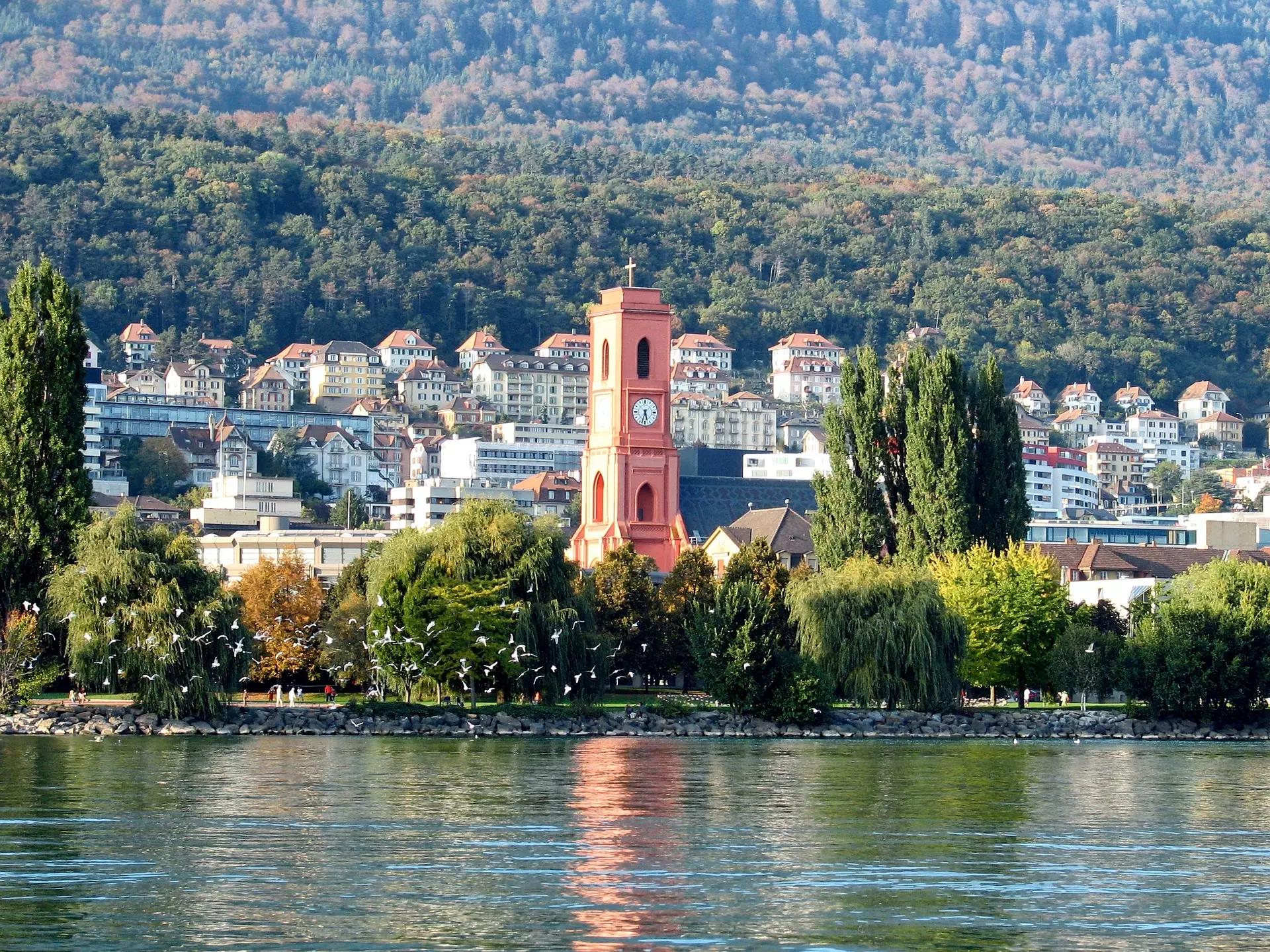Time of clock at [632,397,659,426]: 5:33
